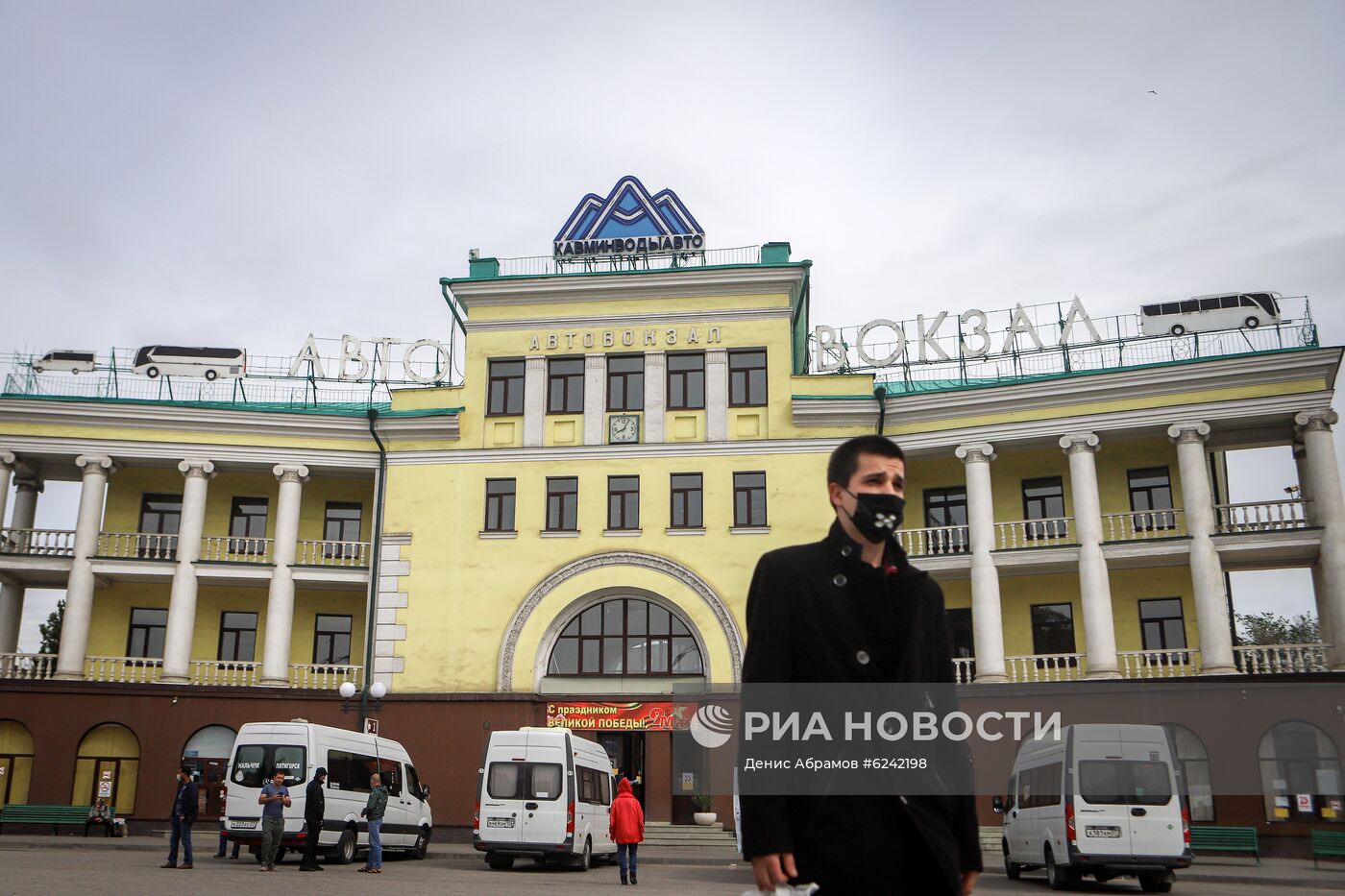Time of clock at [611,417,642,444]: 8:04
